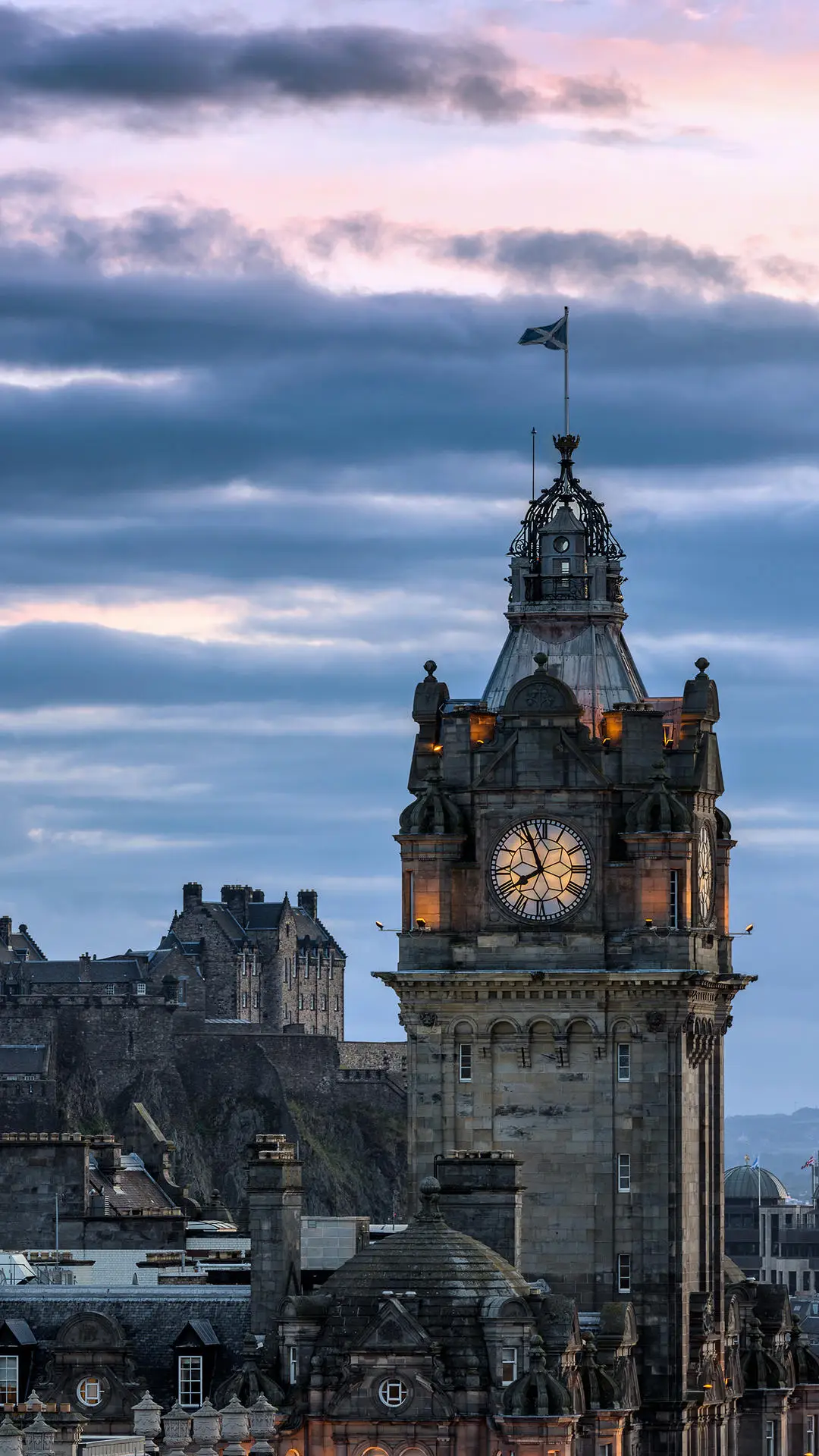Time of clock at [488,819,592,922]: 7:56
